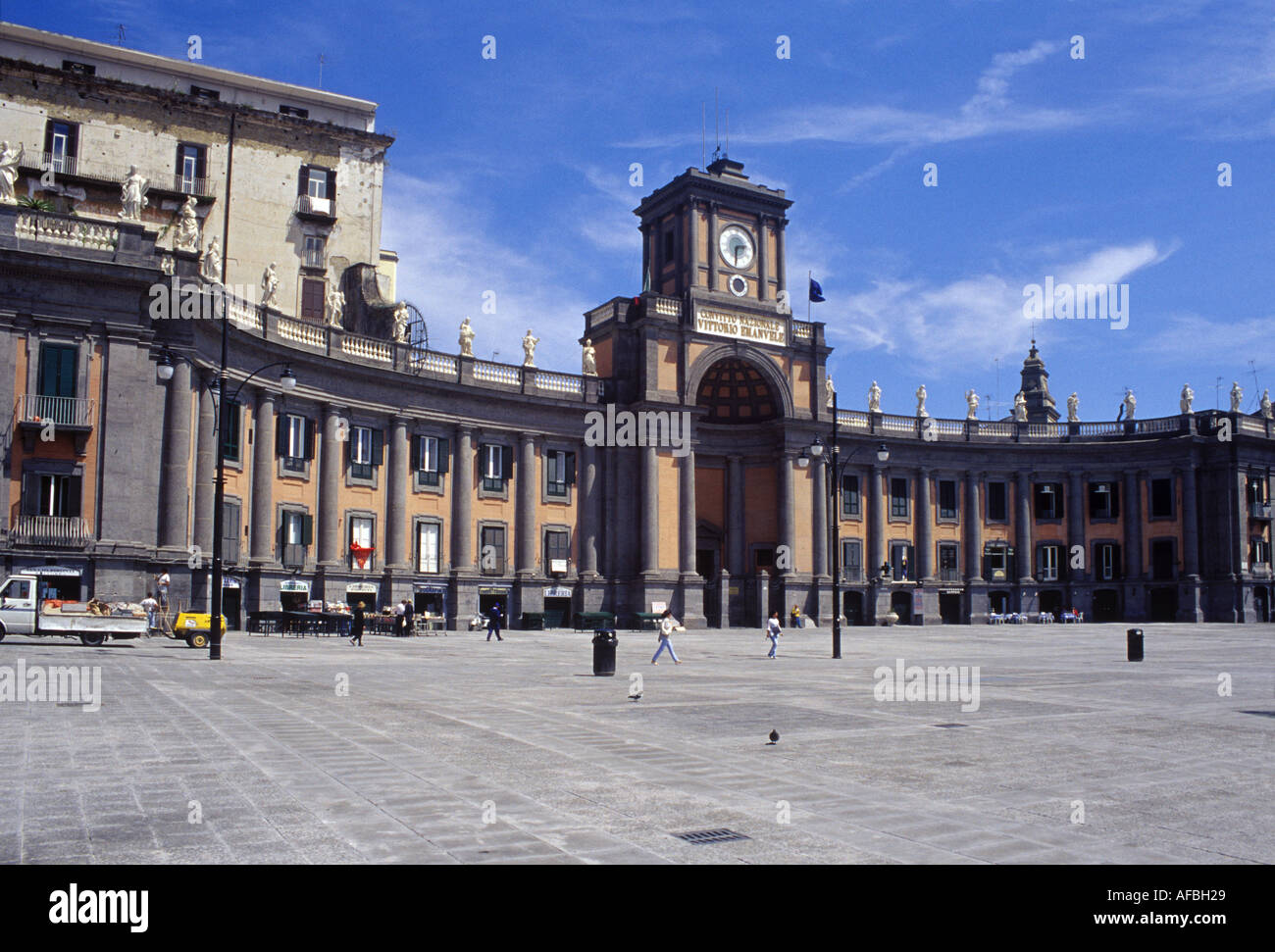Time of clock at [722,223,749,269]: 2:31
